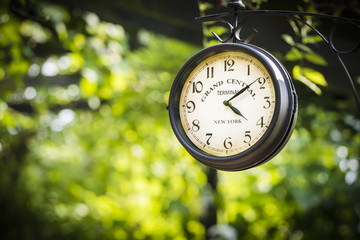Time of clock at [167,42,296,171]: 4:08
